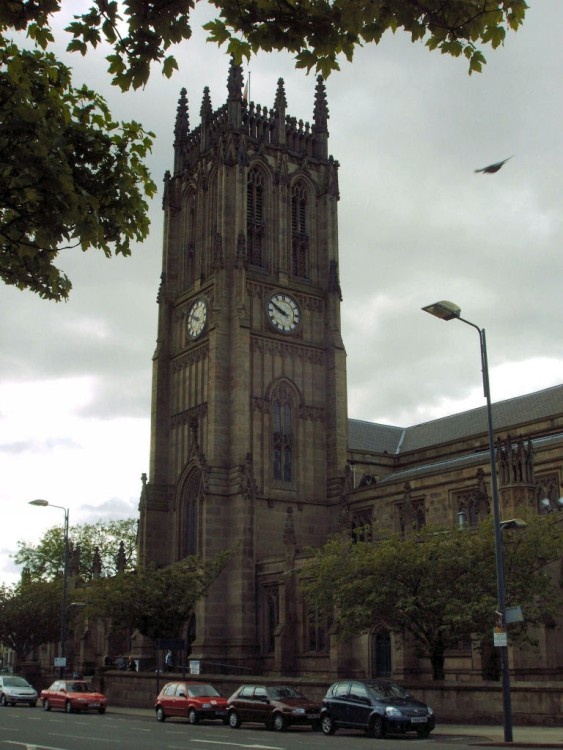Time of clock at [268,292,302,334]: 9:50
